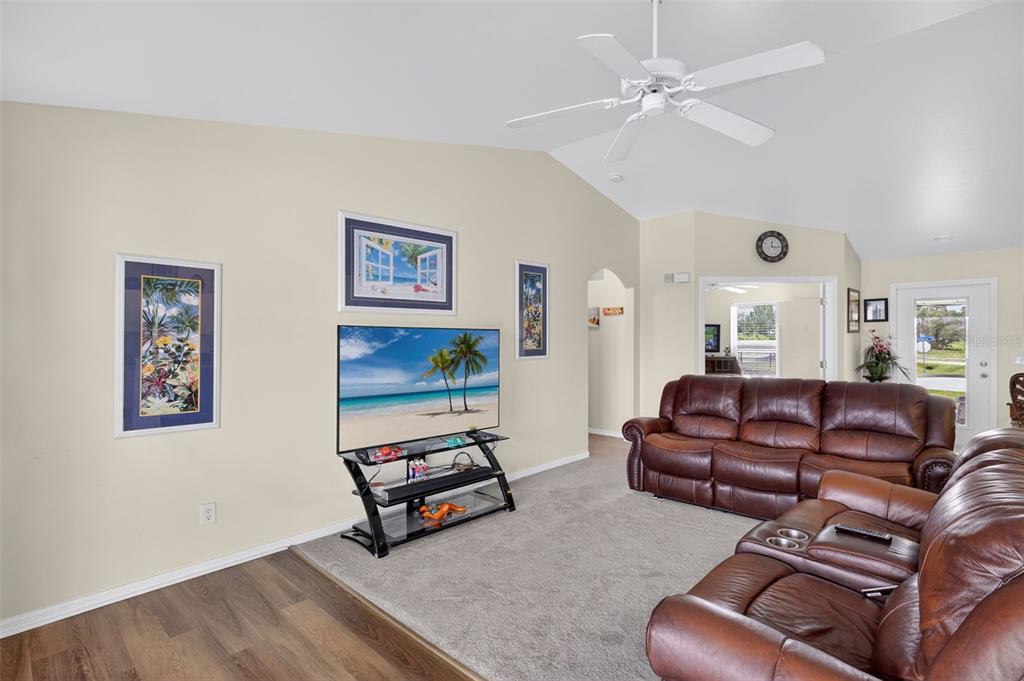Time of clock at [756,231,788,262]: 12:15
